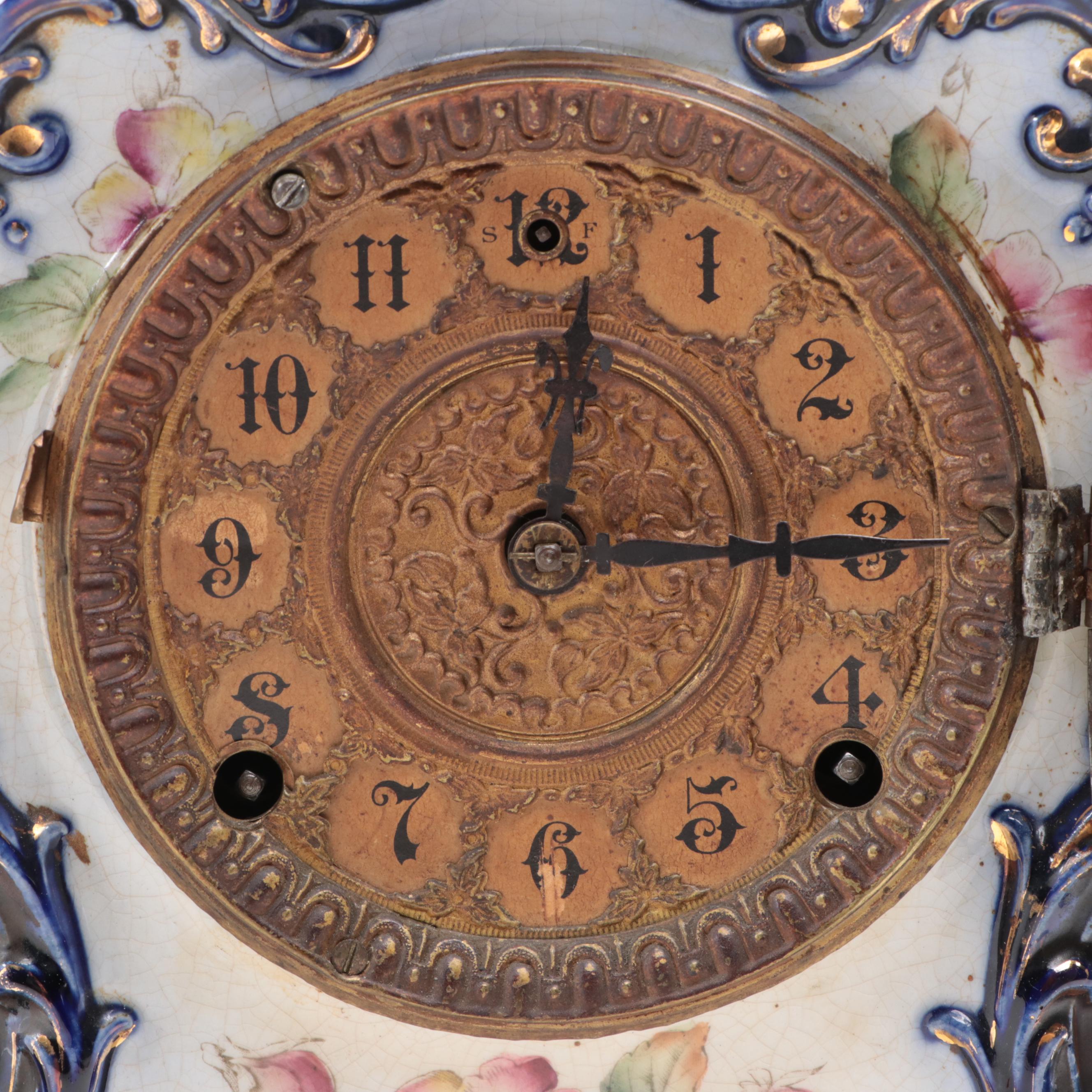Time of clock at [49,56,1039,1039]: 12:15
